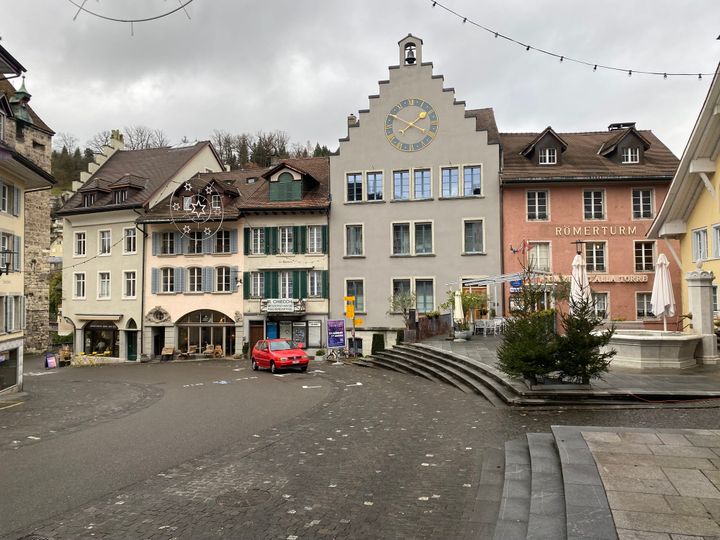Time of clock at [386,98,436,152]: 1:49
